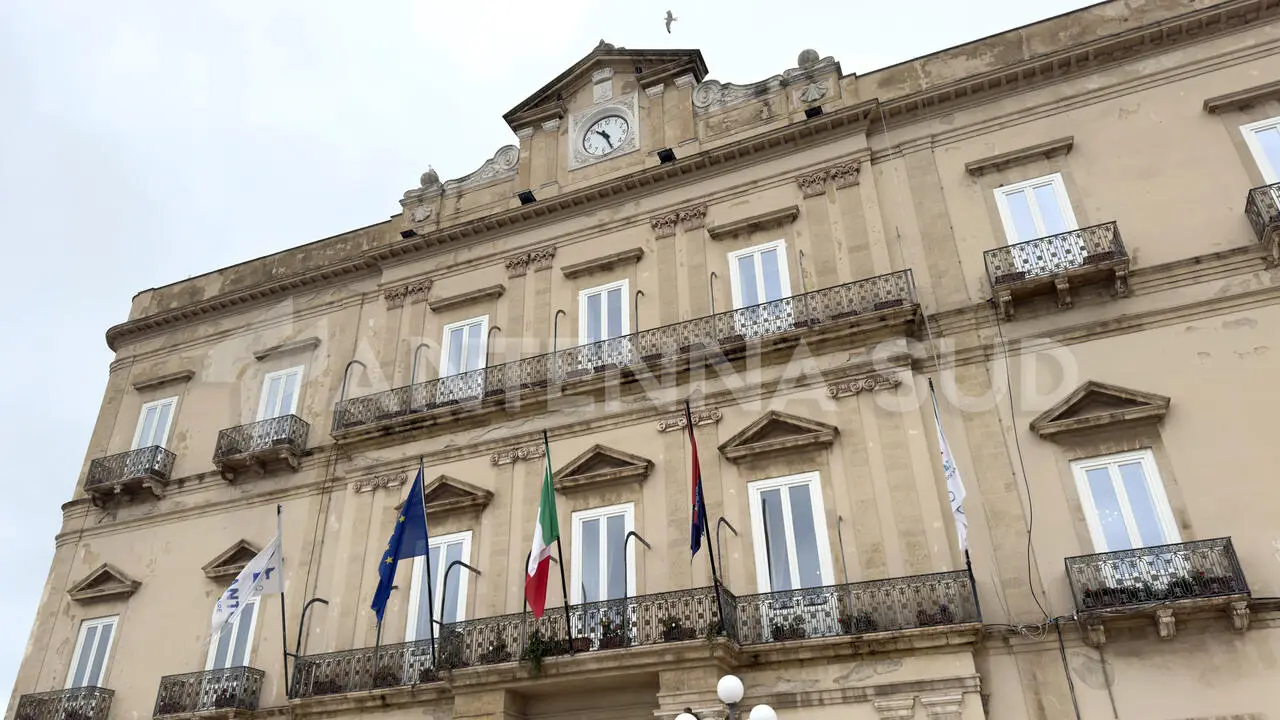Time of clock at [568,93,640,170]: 10:26
